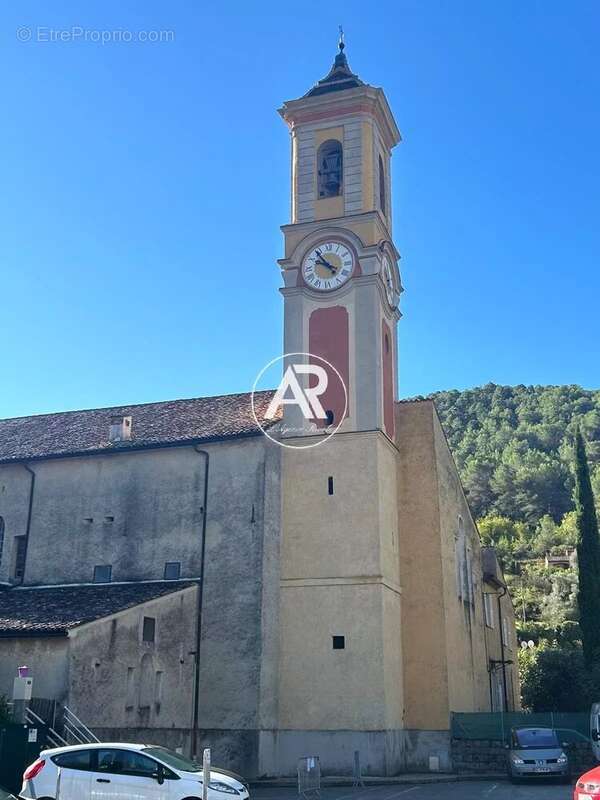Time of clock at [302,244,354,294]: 9:53
